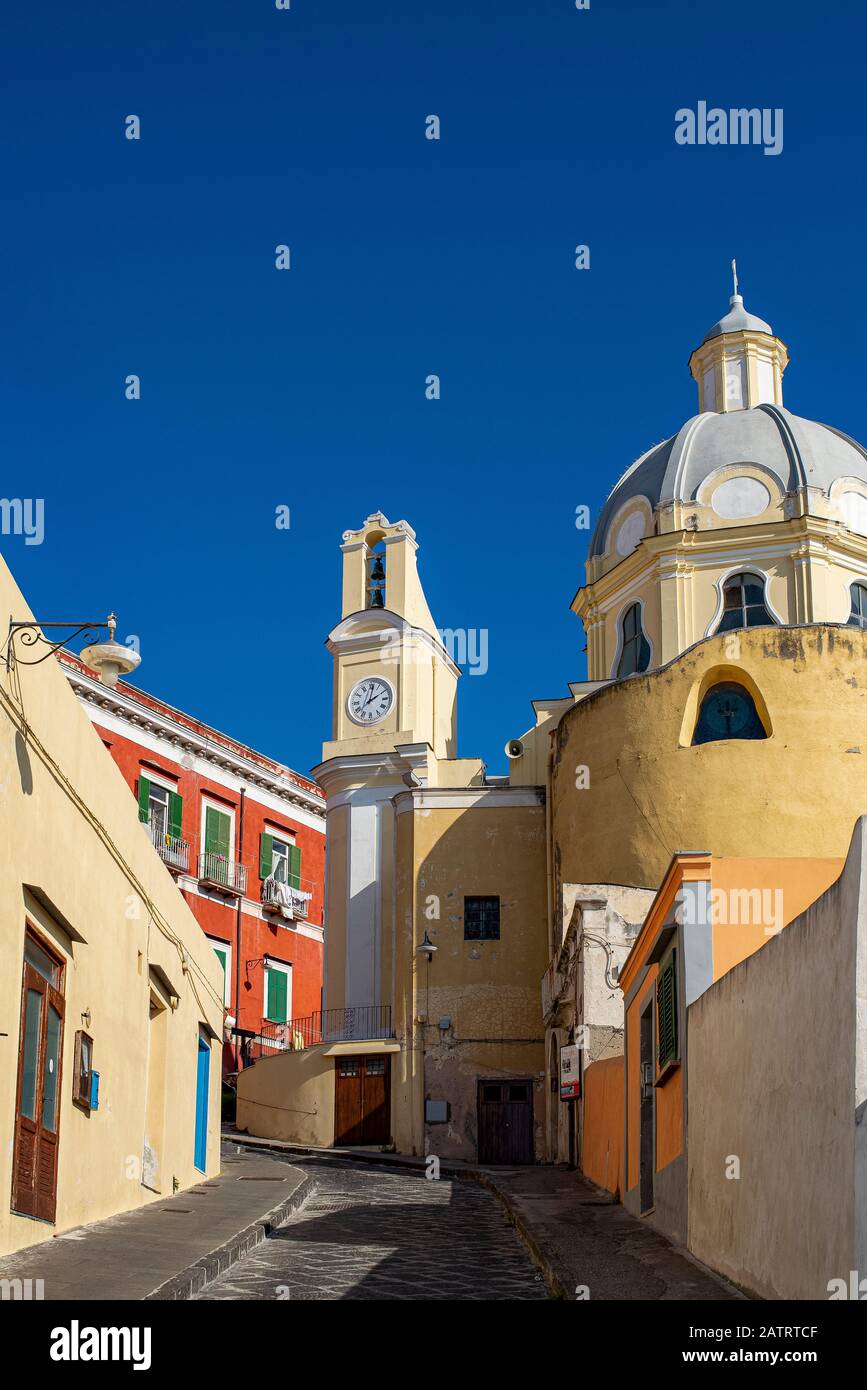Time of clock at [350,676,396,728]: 2:01
